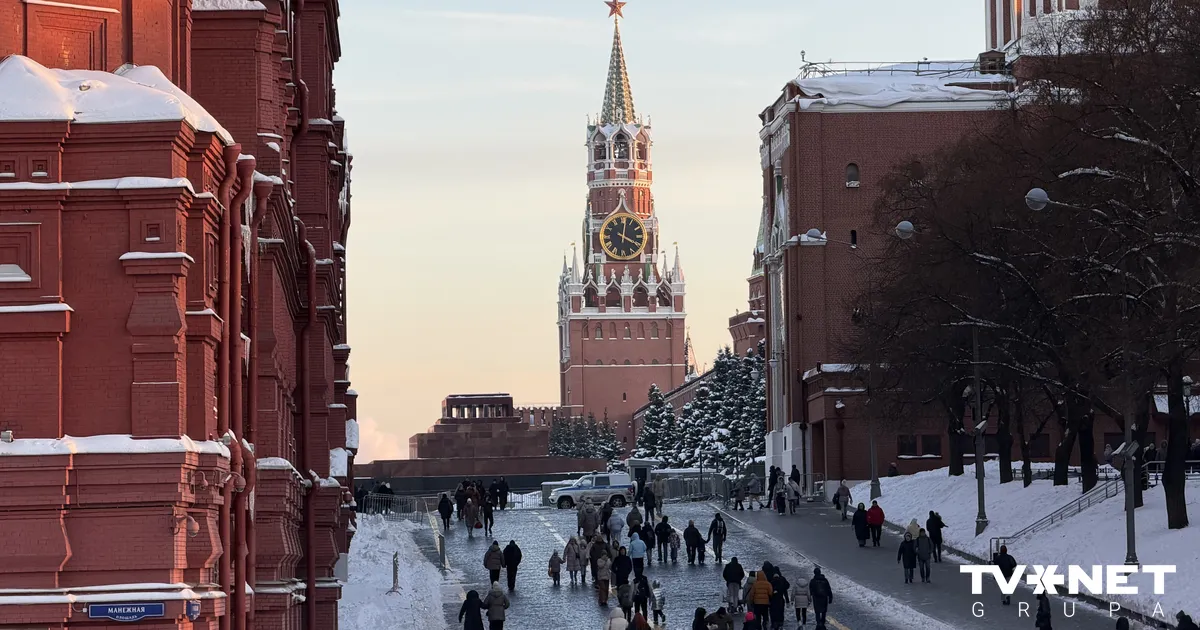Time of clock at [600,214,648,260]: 4:01
